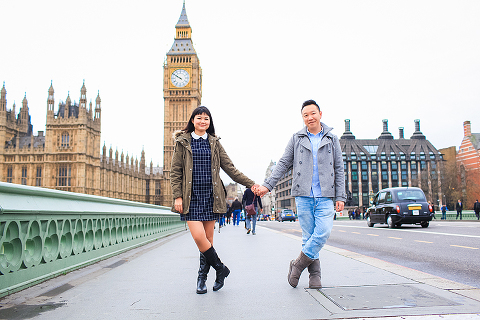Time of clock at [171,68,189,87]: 9:50
